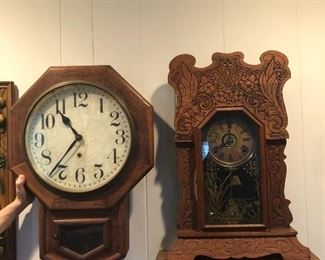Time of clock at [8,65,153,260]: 10:36
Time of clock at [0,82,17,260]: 10:36
